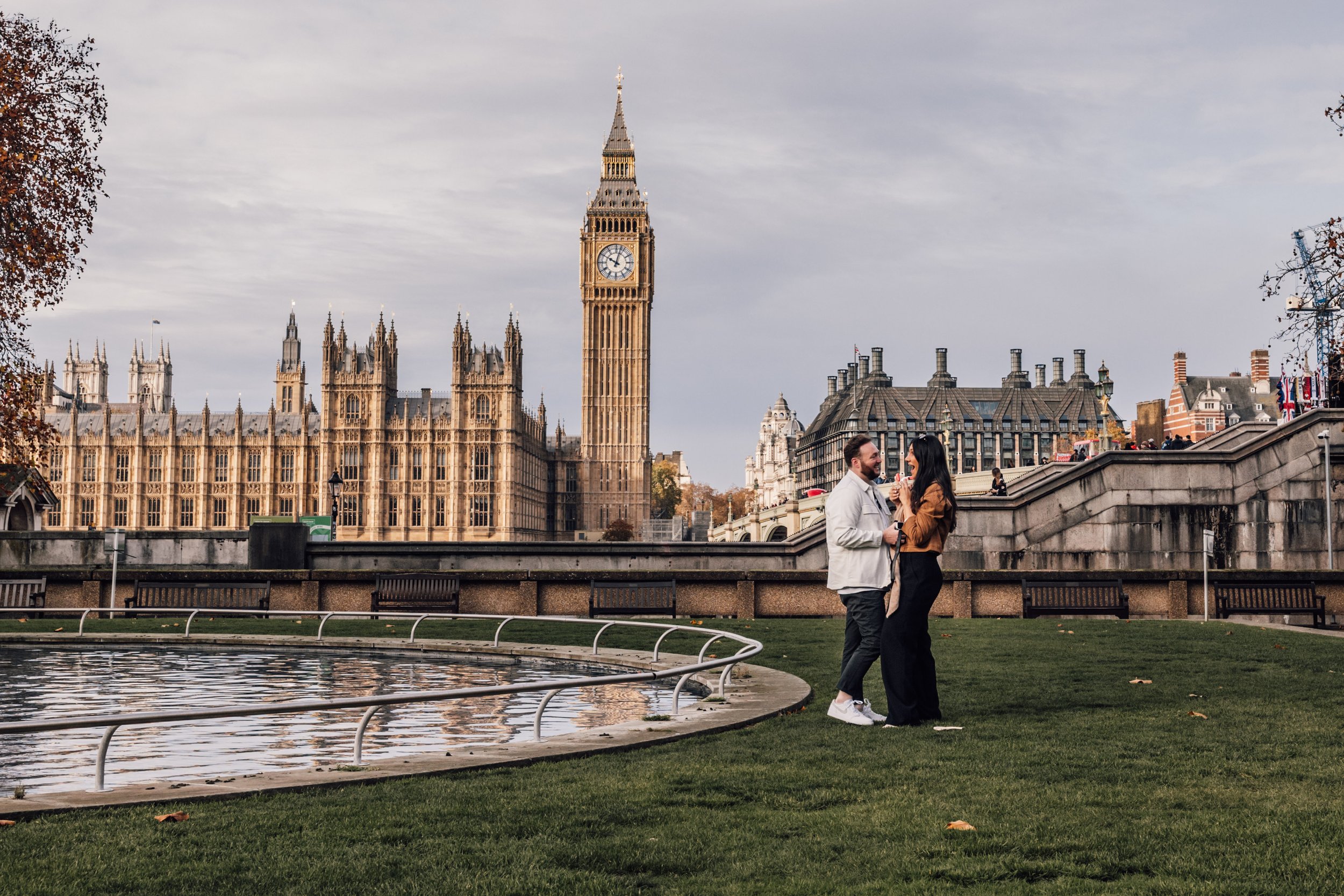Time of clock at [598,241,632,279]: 10:02
